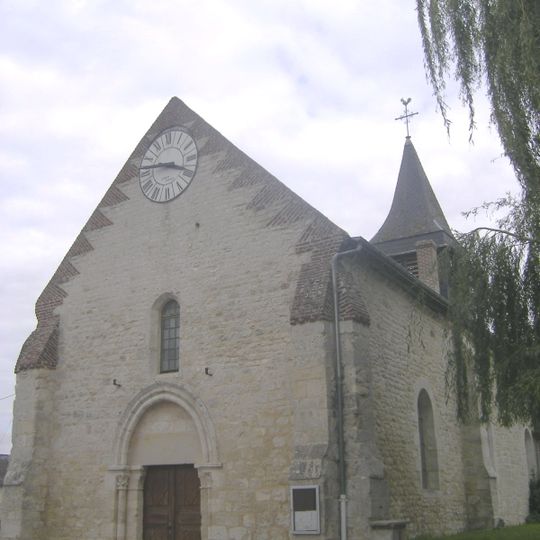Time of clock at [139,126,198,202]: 3:46
